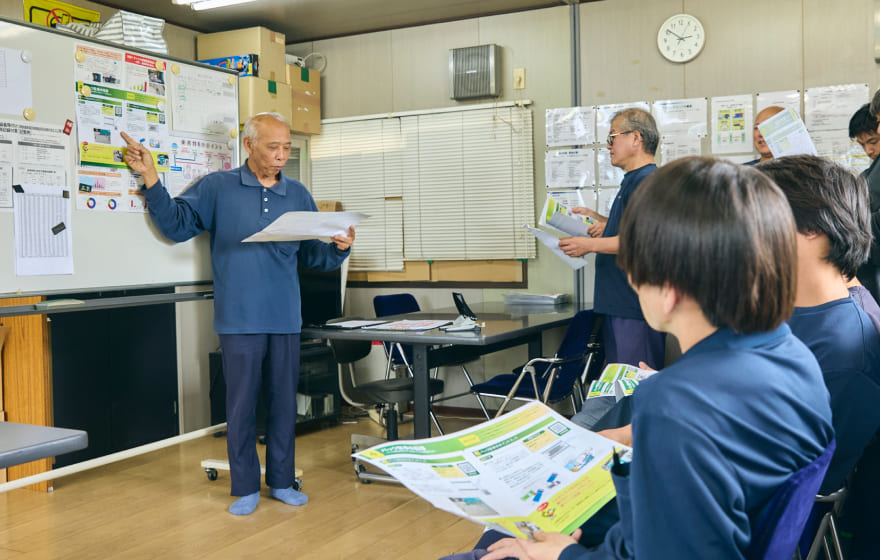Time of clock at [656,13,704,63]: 2:51
